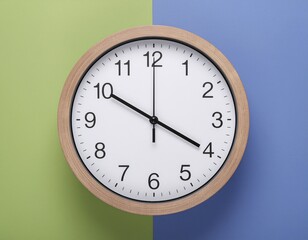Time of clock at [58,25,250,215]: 3:50
